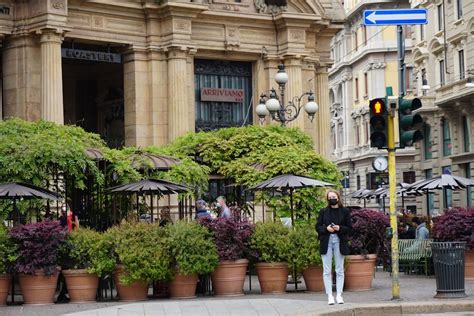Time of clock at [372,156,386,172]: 10:32
